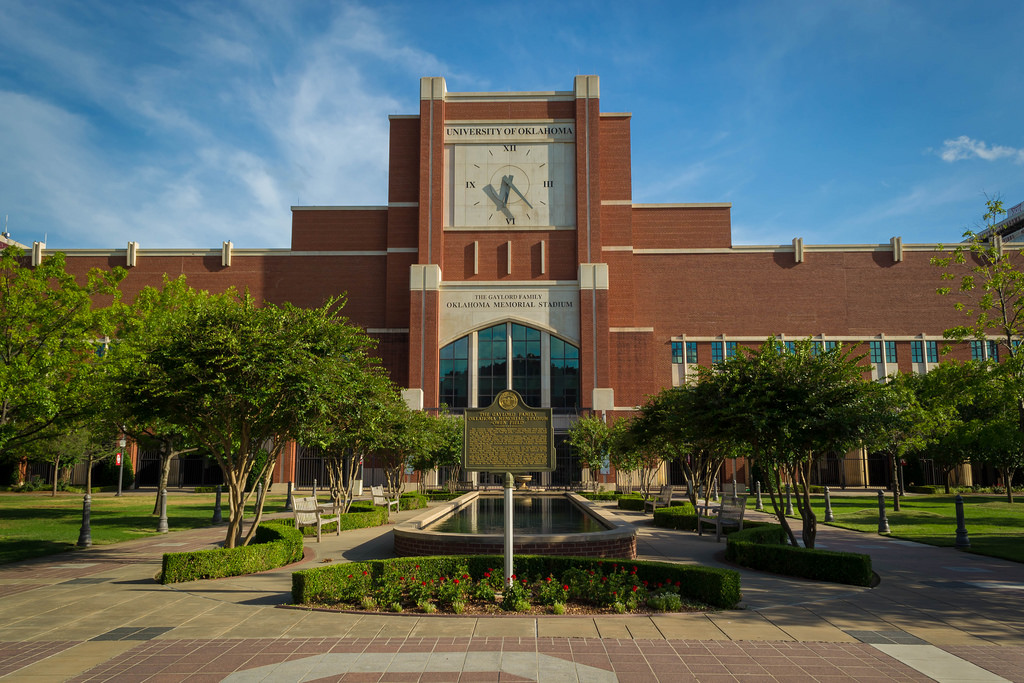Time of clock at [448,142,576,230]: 6:23
